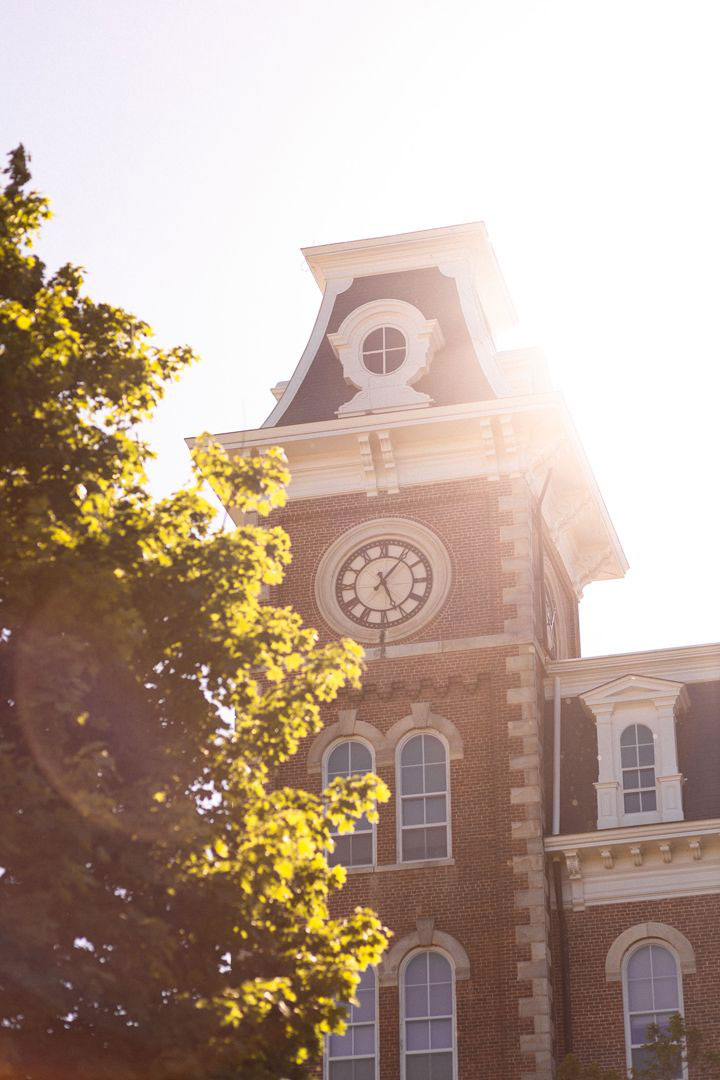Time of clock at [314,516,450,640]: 5:06
